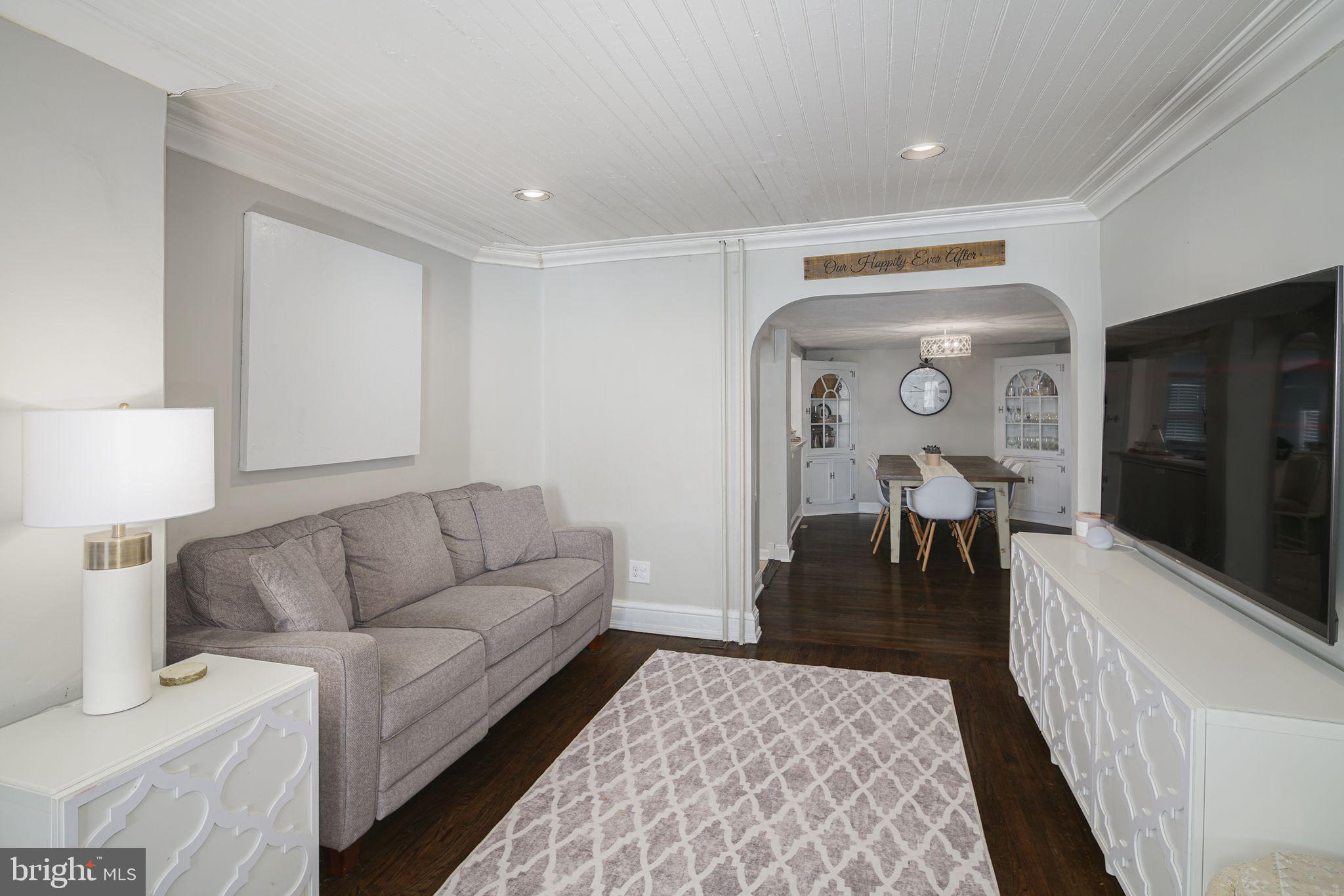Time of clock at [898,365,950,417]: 9:44
